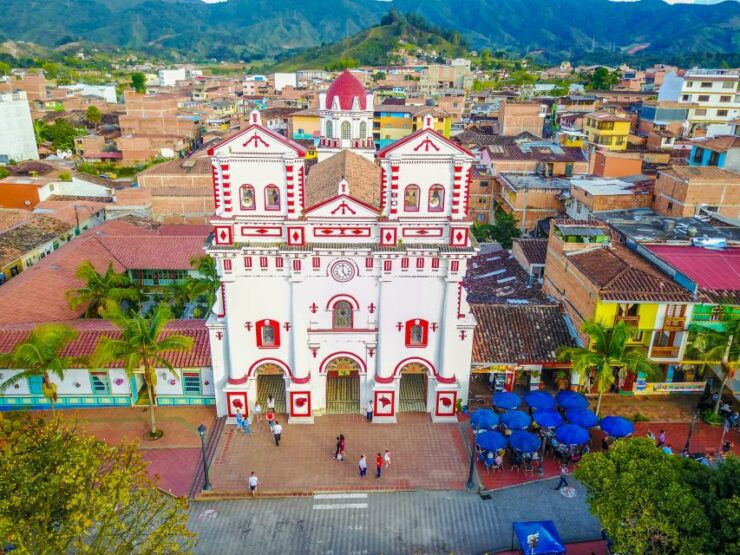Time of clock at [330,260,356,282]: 5:00
